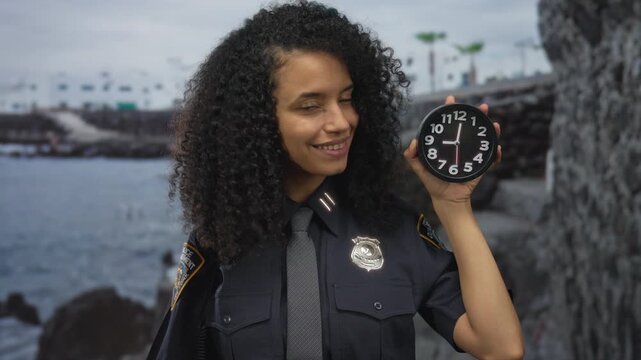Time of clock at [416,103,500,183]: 9:00
